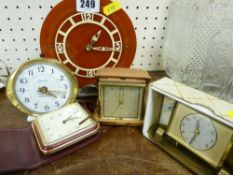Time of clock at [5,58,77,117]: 4:17
